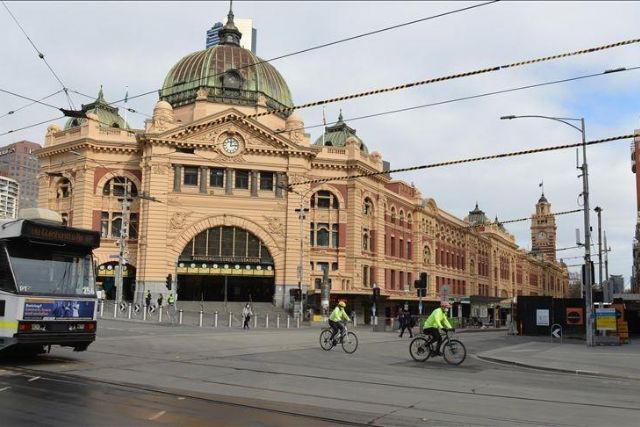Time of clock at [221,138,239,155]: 12:13
